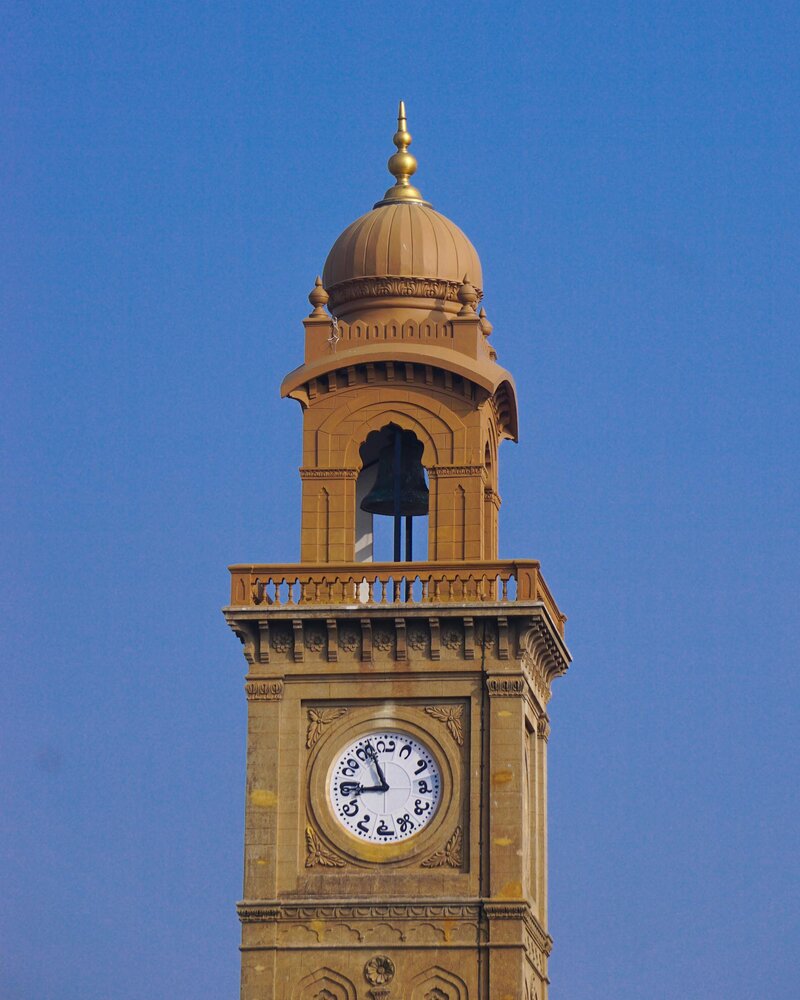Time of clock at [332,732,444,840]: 8:56
